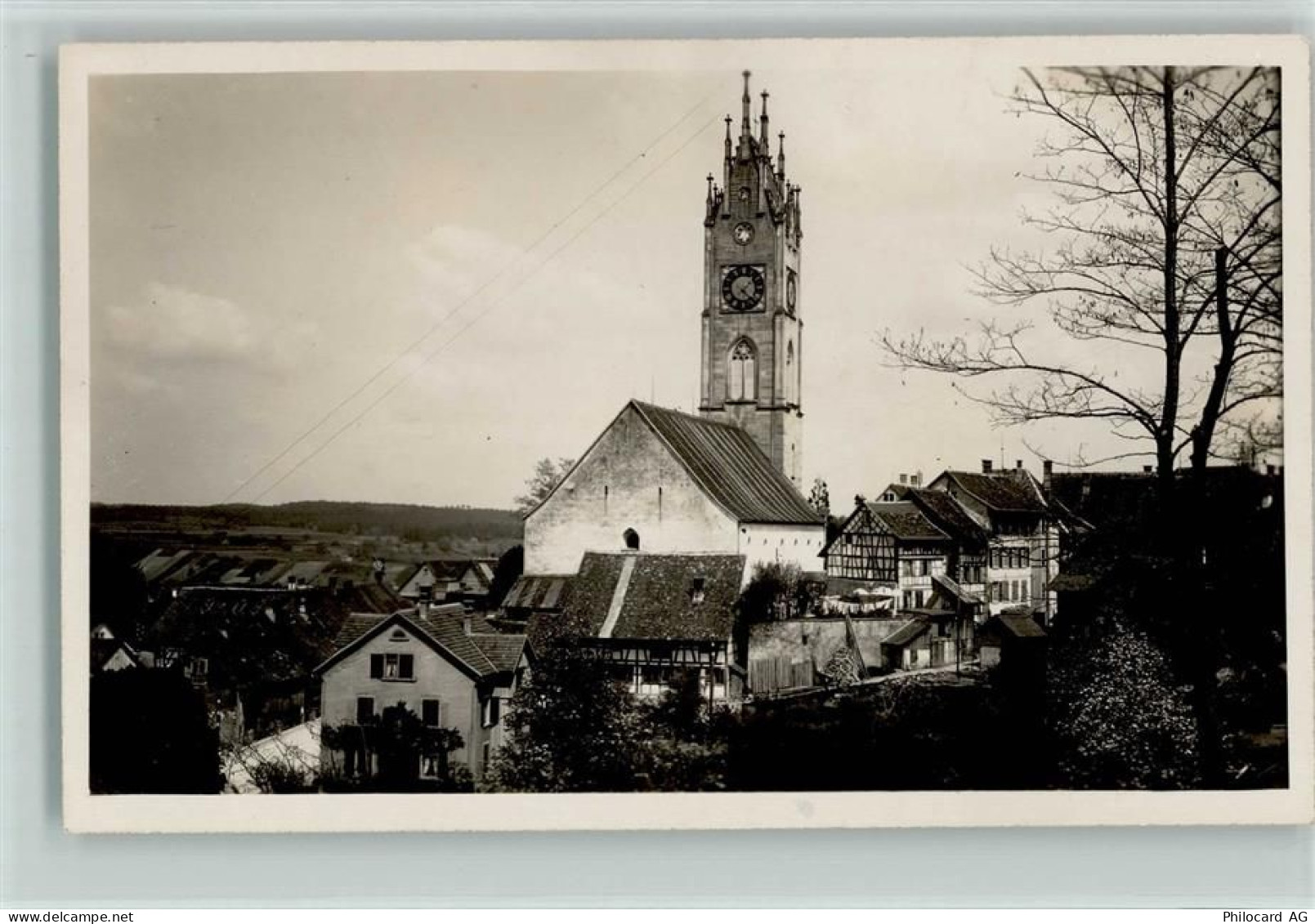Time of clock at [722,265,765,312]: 1:22
